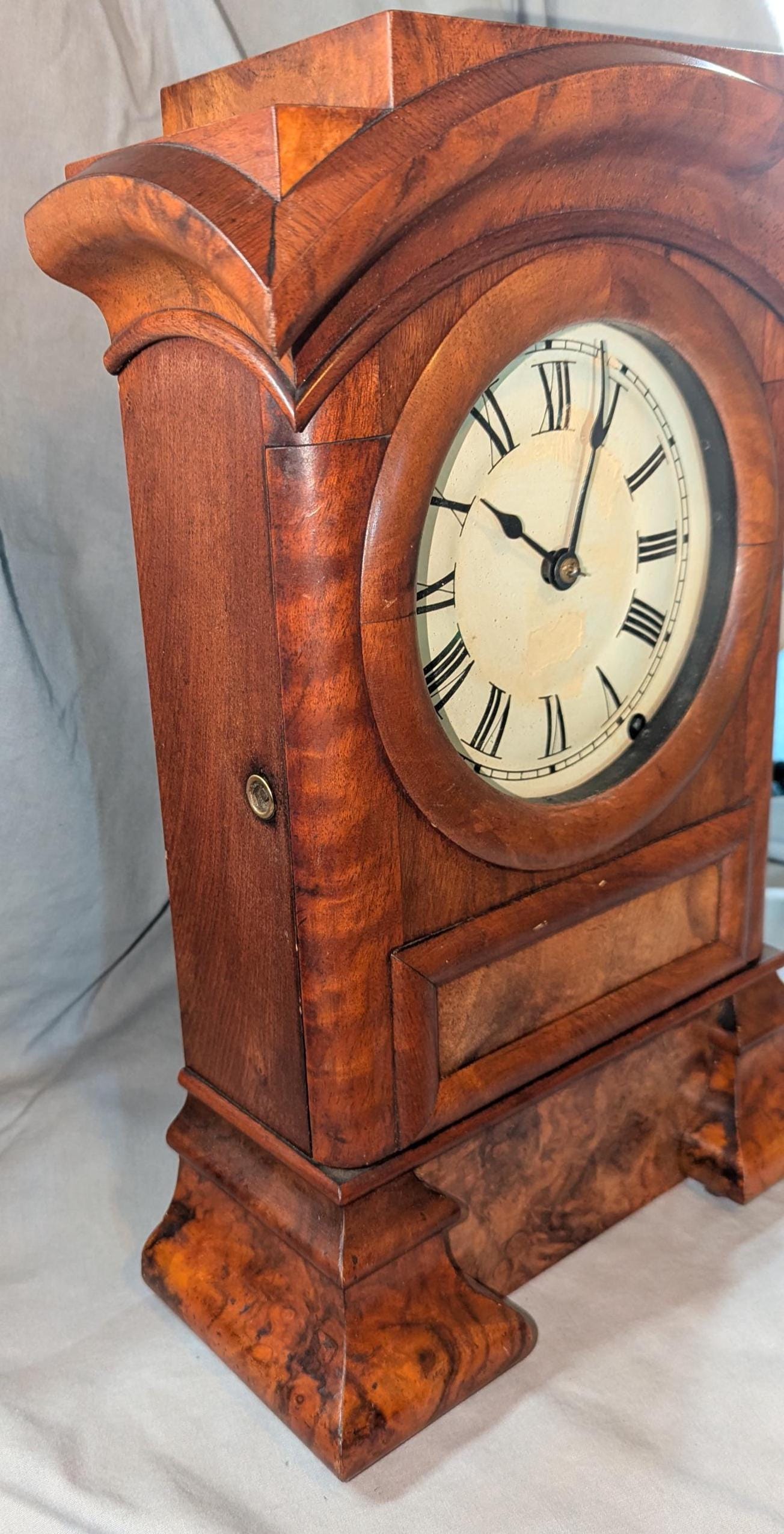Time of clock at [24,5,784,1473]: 10:04
